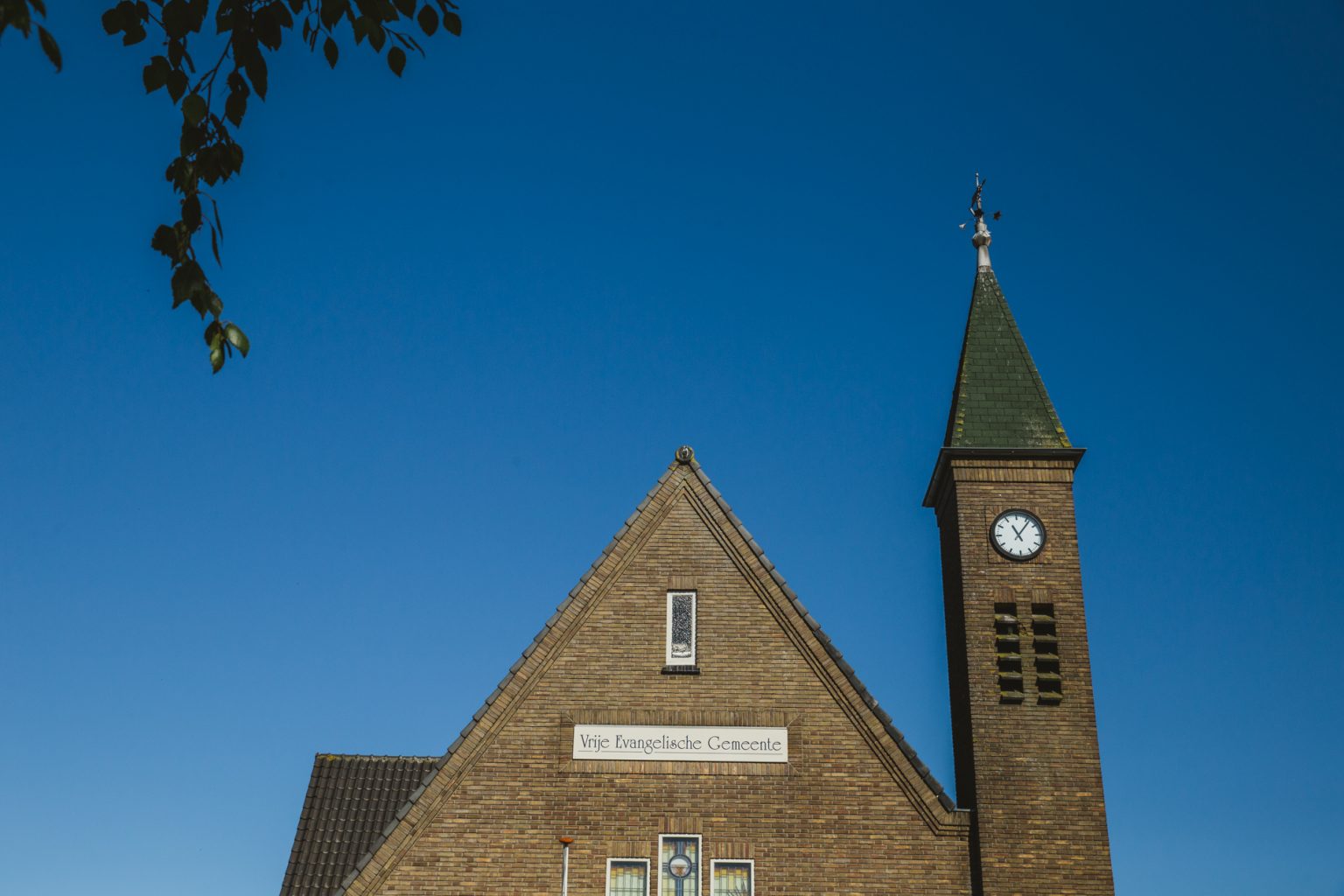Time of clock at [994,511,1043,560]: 11:06
